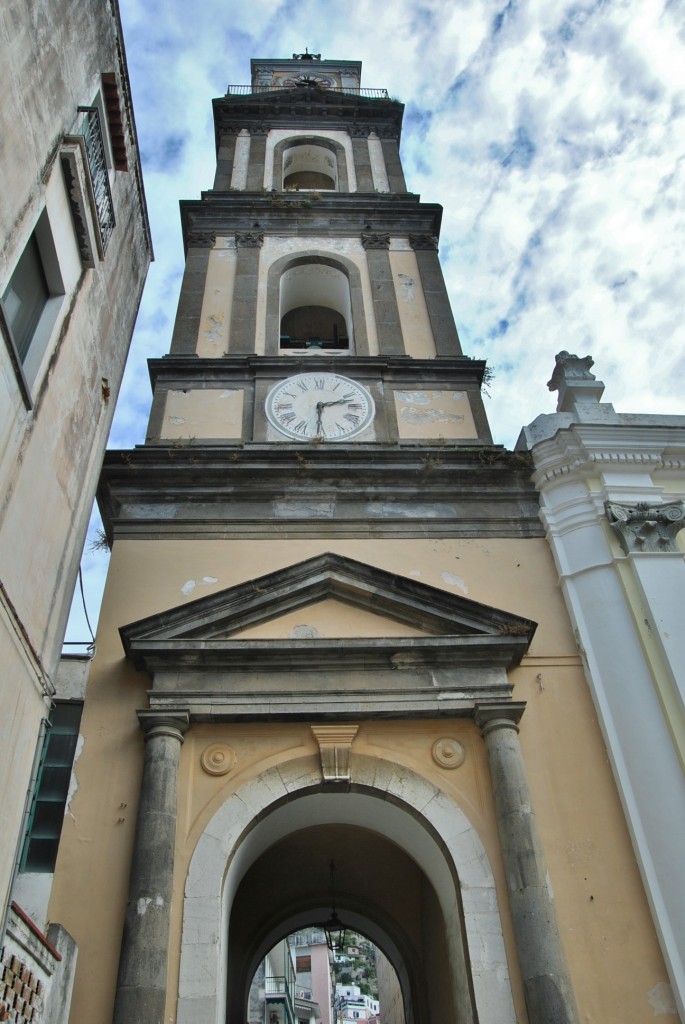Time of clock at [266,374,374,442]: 2:30
